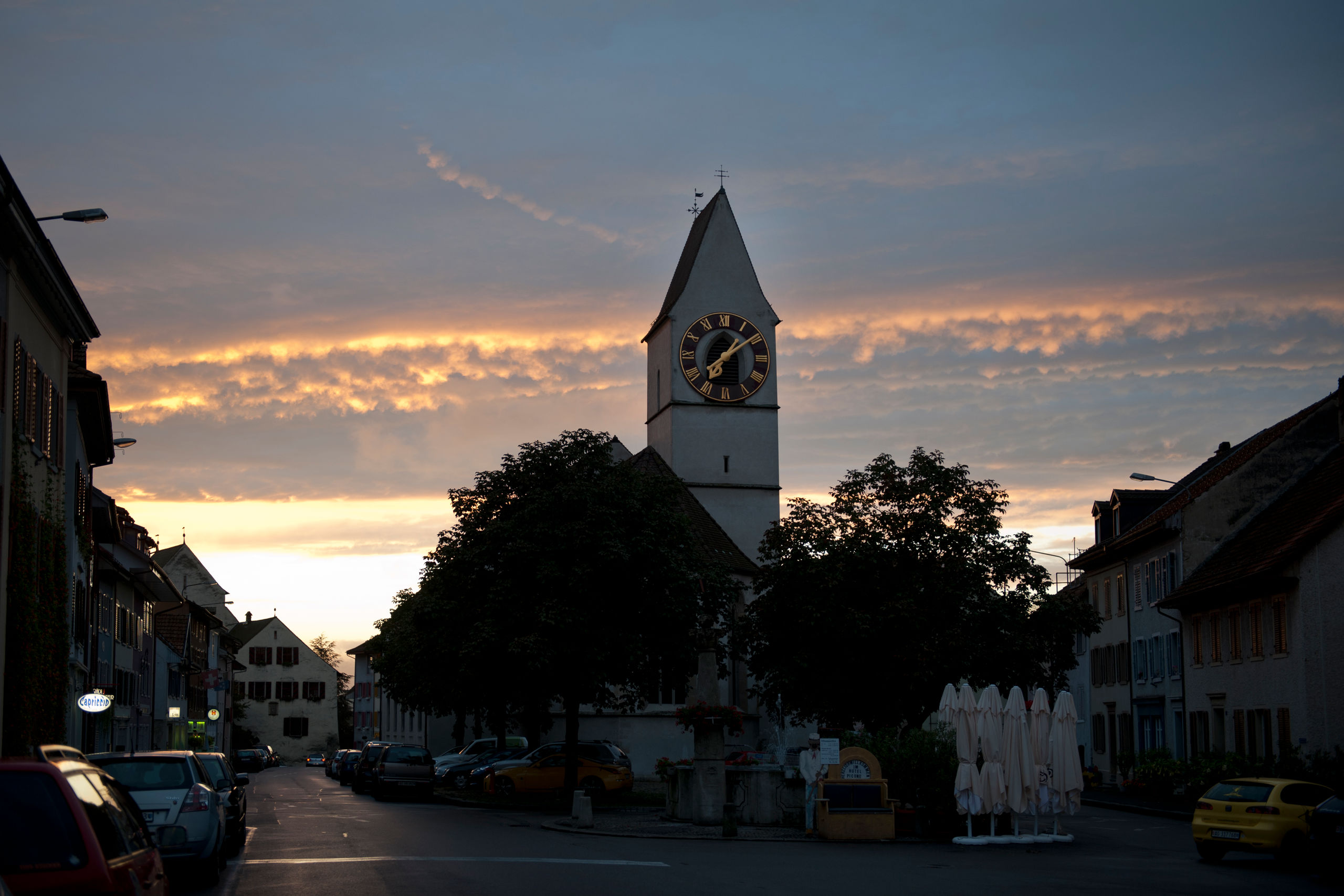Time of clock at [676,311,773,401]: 1:37
